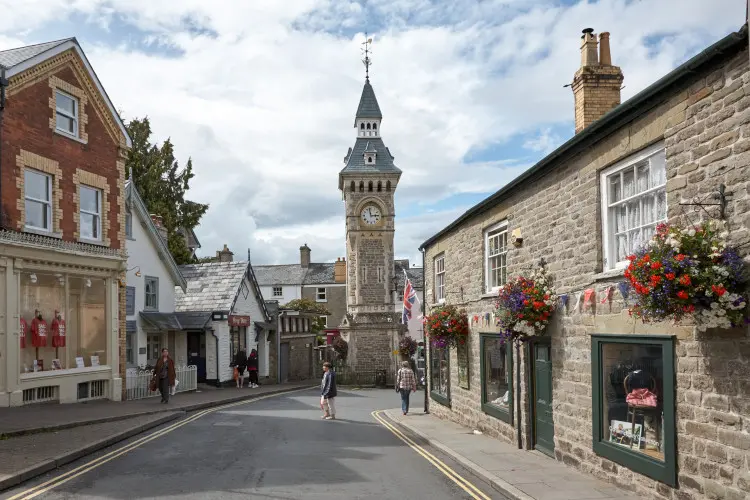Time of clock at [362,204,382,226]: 2:58
